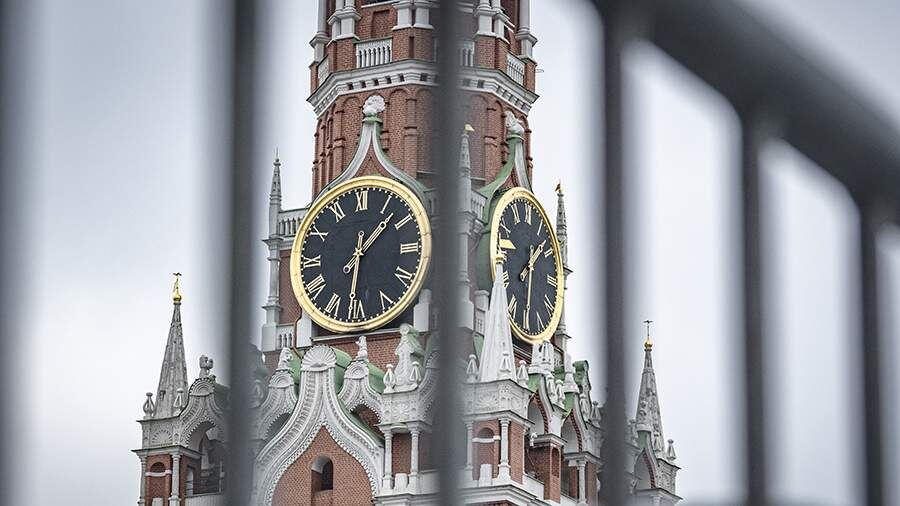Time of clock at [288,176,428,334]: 1:31
